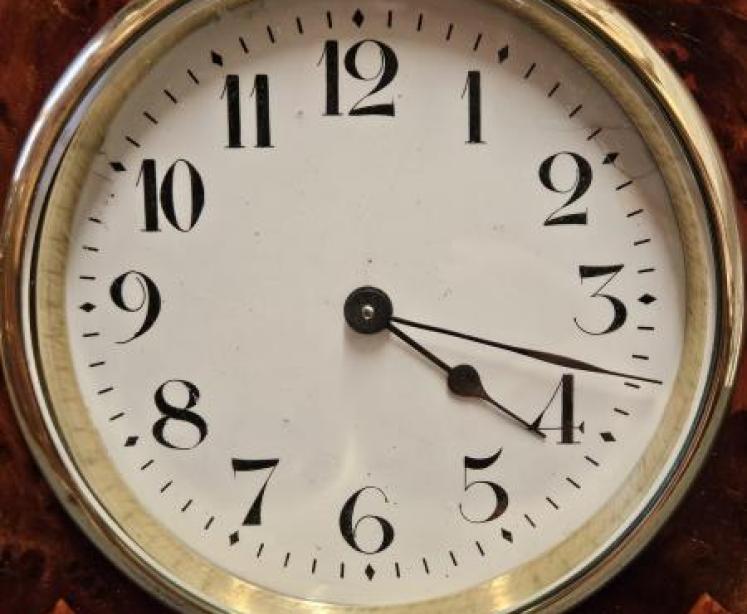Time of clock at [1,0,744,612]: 4:17
